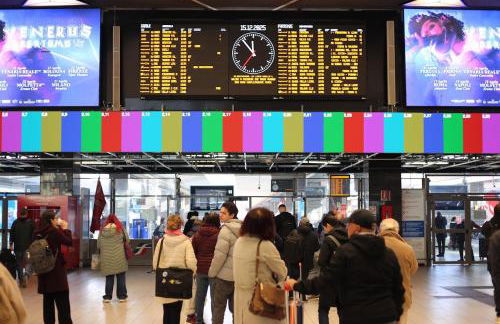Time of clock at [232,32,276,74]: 11:53
